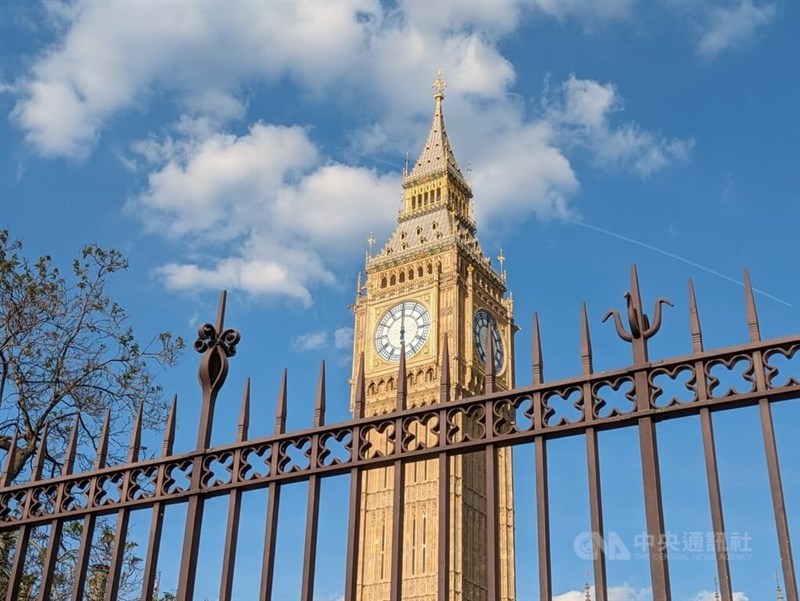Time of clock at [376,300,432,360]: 6:00
